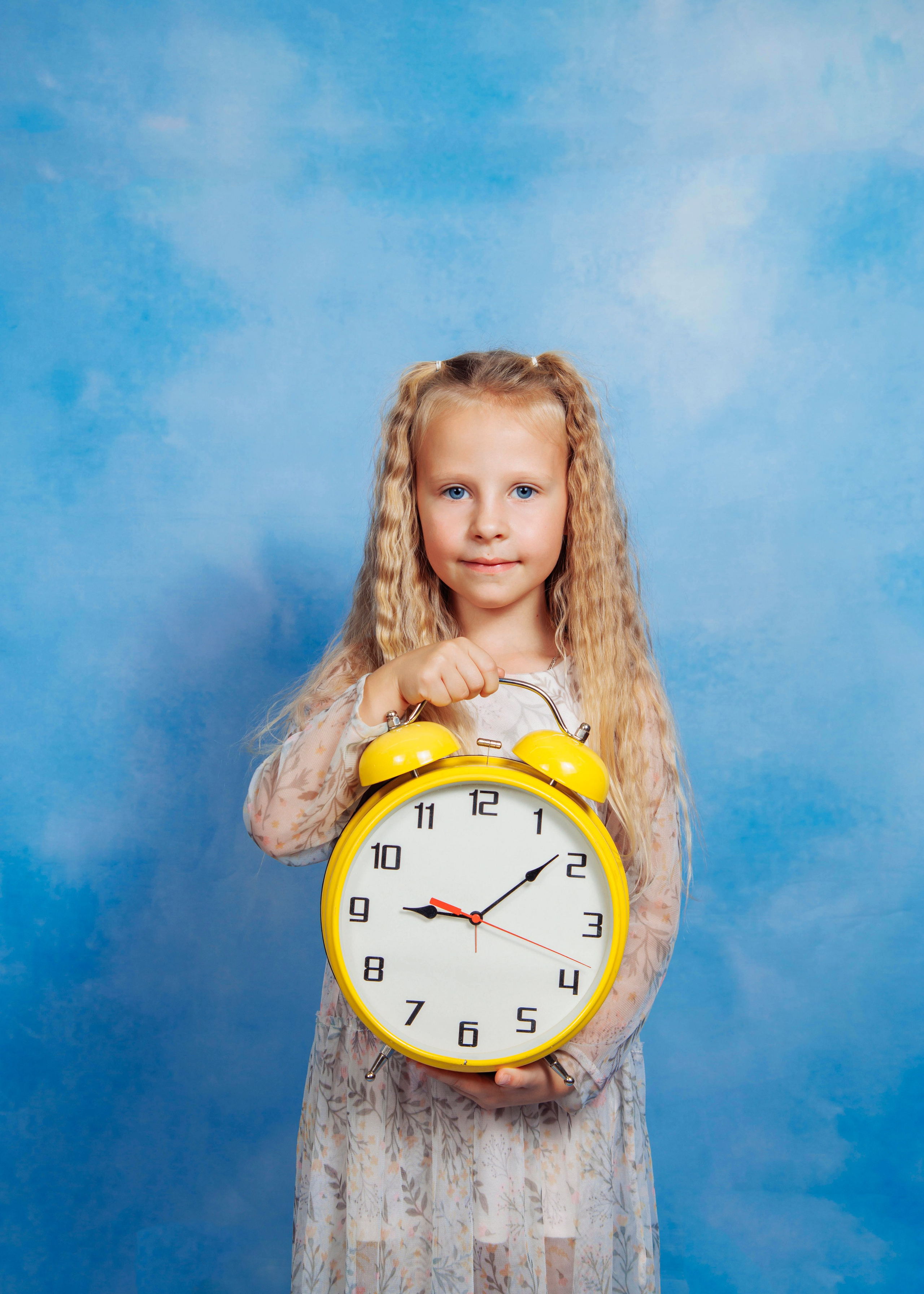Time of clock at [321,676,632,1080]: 9:08
